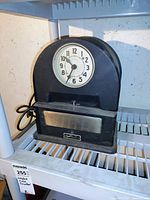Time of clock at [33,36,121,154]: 10:34
